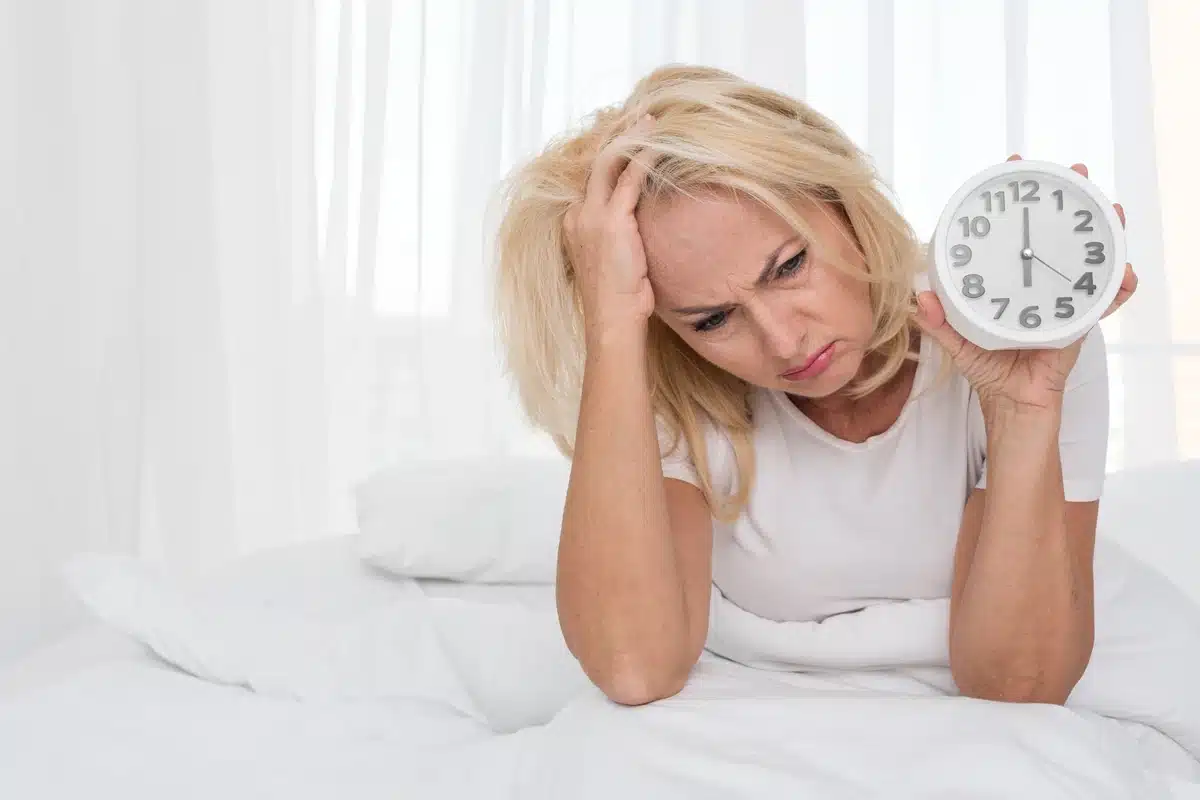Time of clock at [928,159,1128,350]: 6:00
